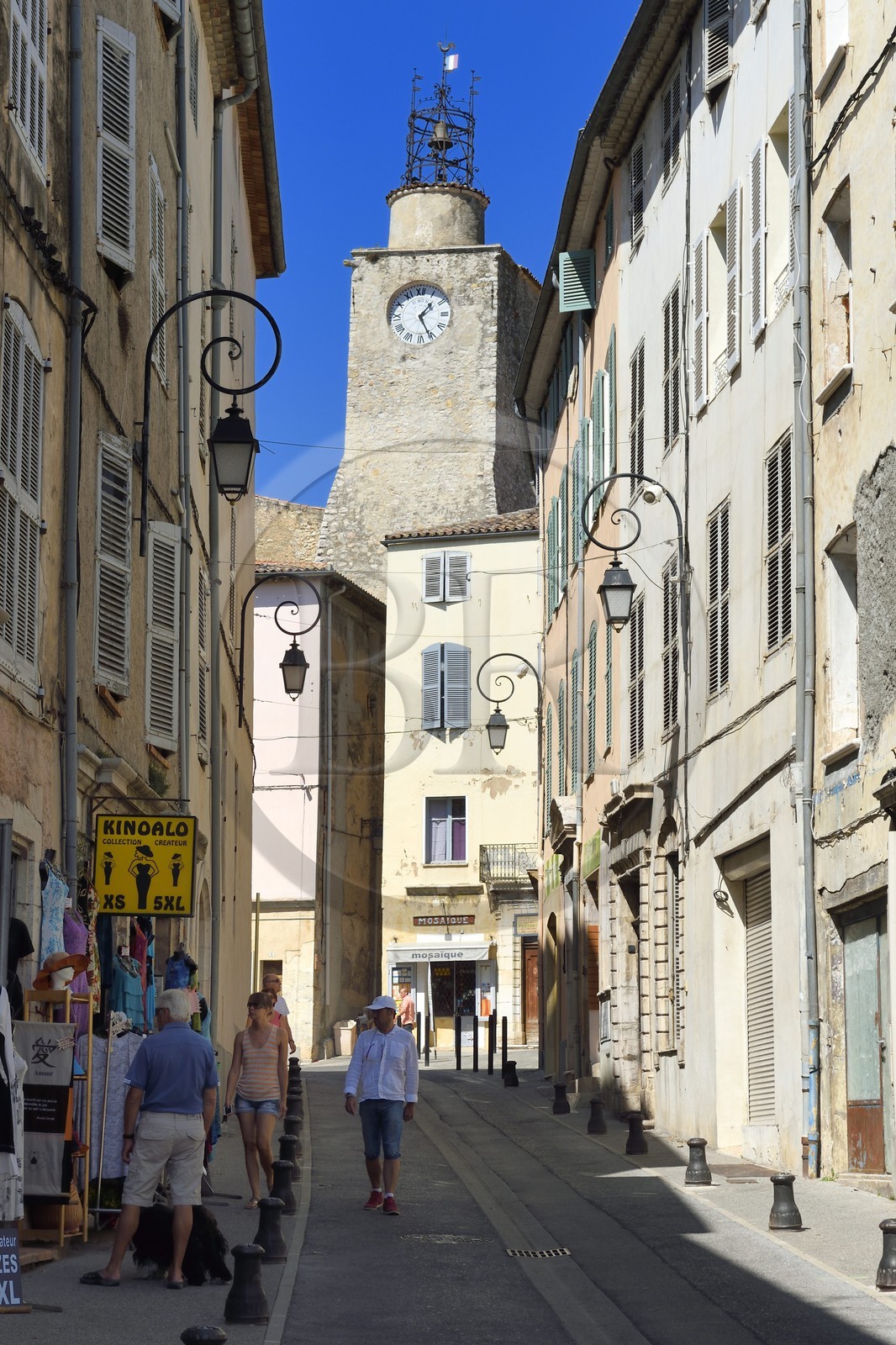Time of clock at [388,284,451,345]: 1:25
